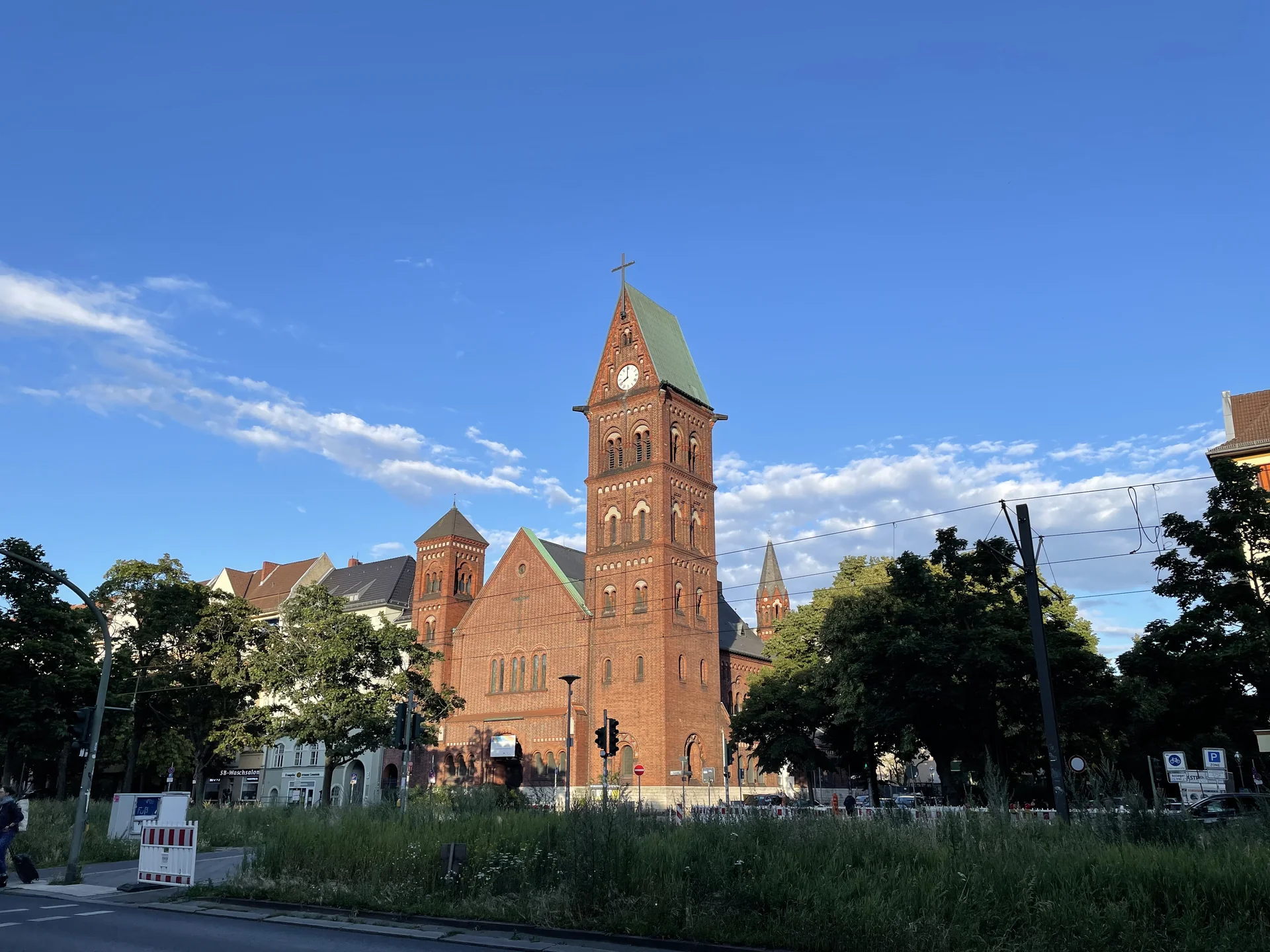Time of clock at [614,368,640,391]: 7:59
